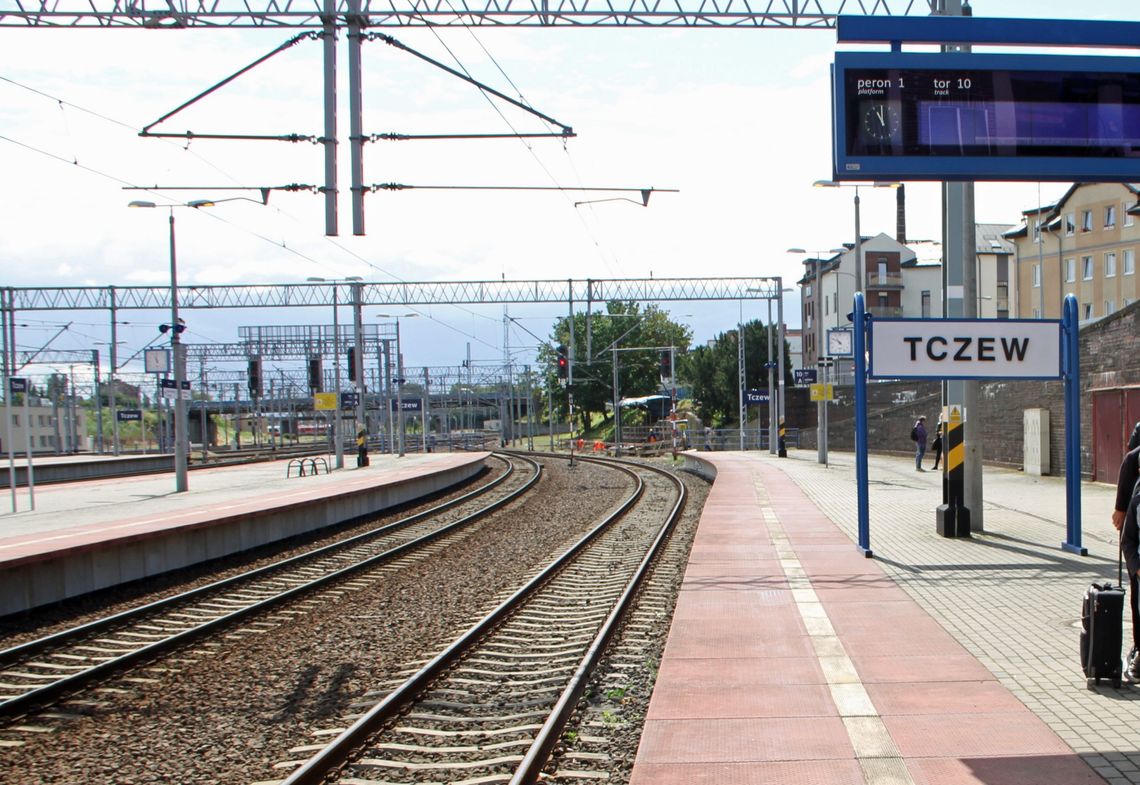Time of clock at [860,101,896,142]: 11:00
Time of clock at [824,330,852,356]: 10:50
